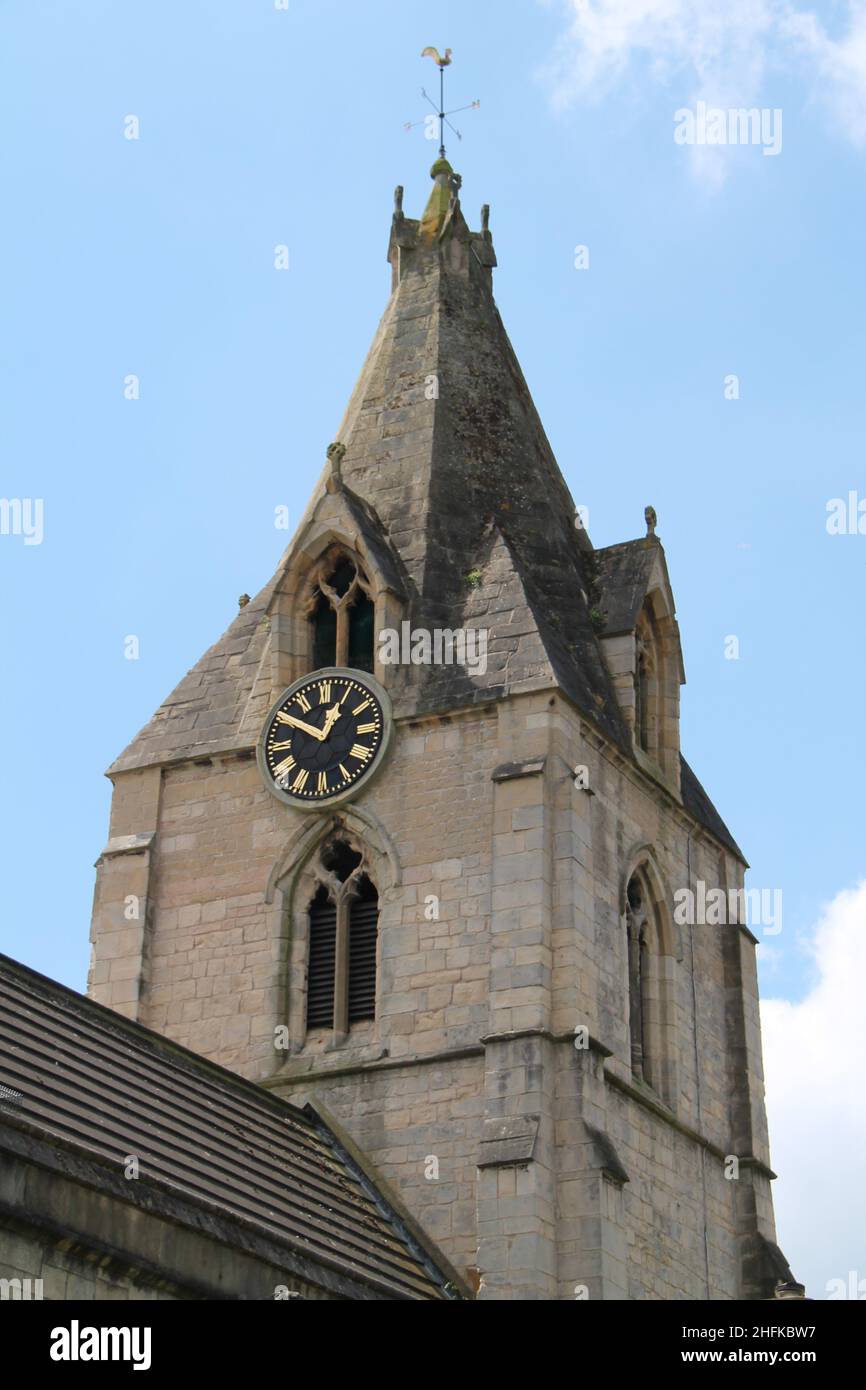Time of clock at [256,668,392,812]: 12:50
